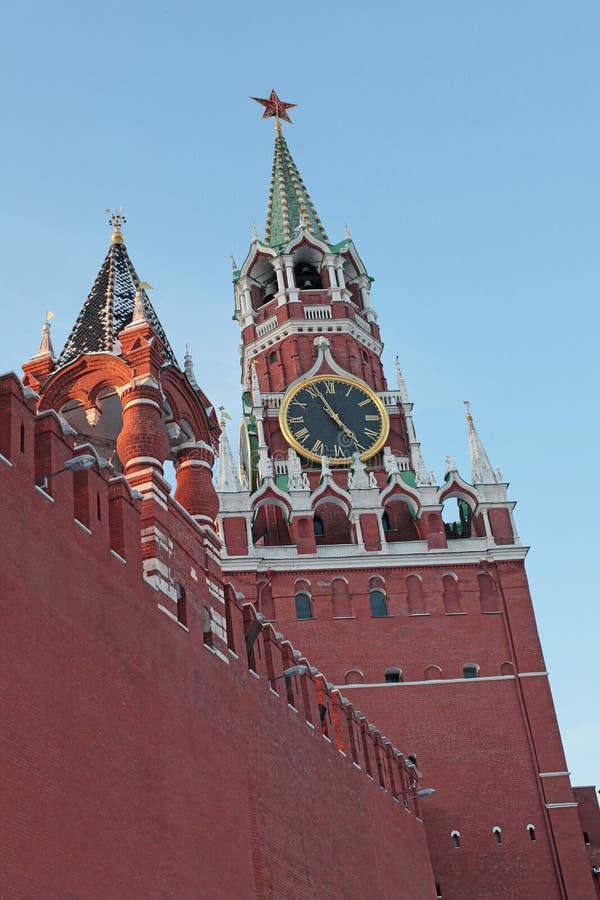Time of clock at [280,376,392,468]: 4:56
